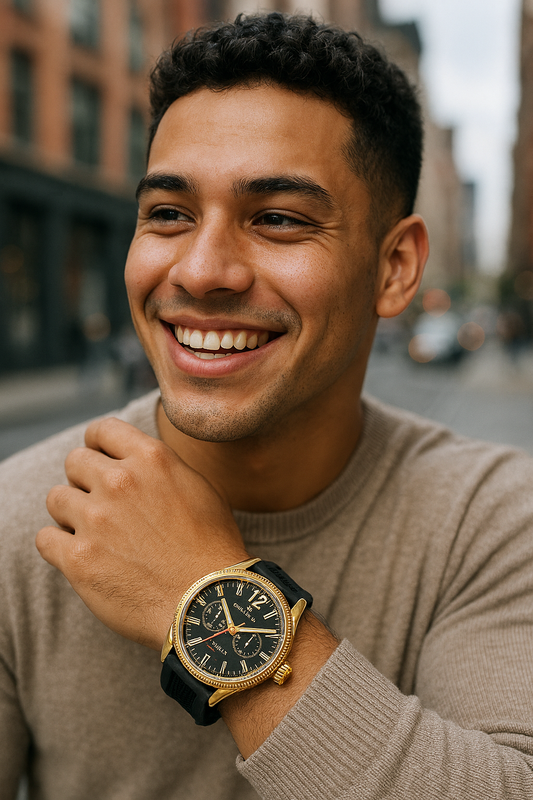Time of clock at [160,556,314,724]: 11:14
